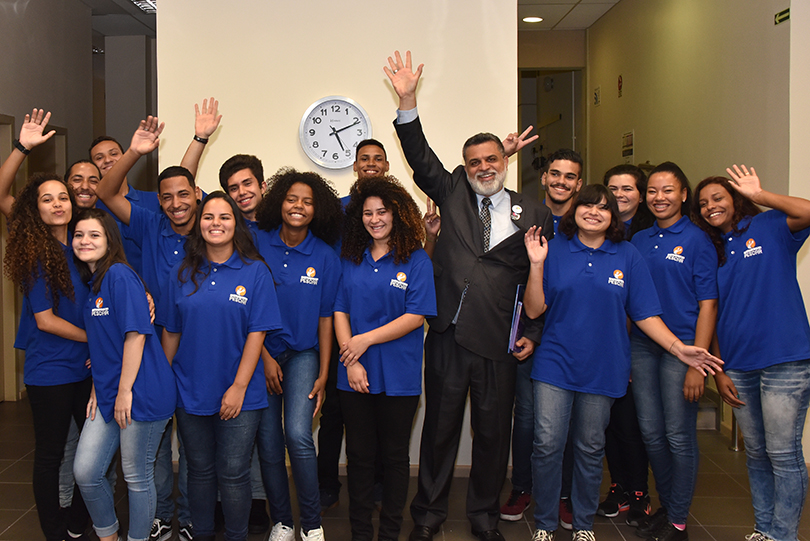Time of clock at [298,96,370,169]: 5:11
